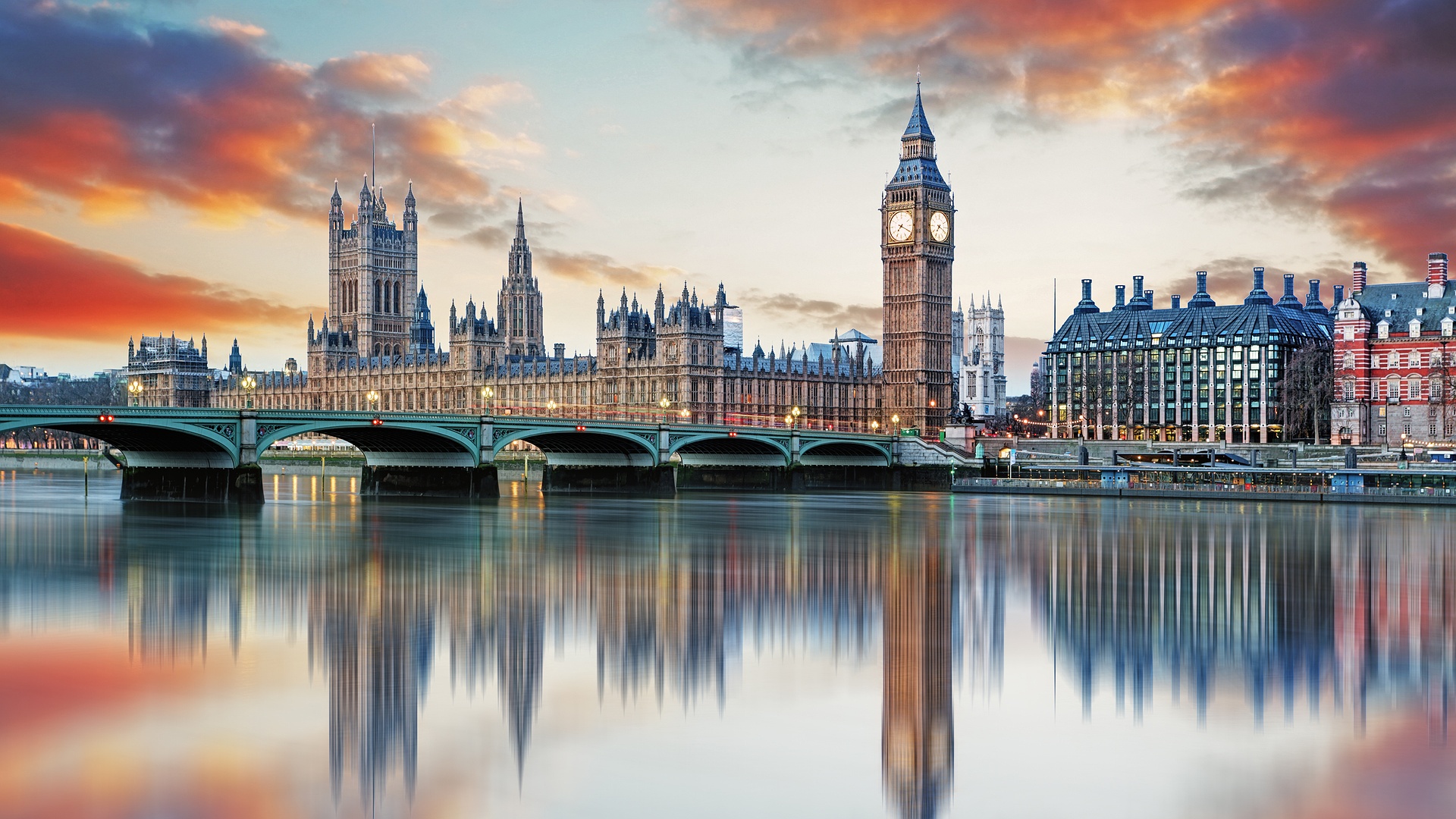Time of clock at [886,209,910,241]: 7:19
